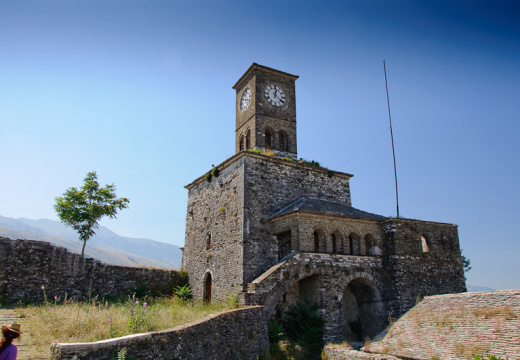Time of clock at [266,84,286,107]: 12:21
